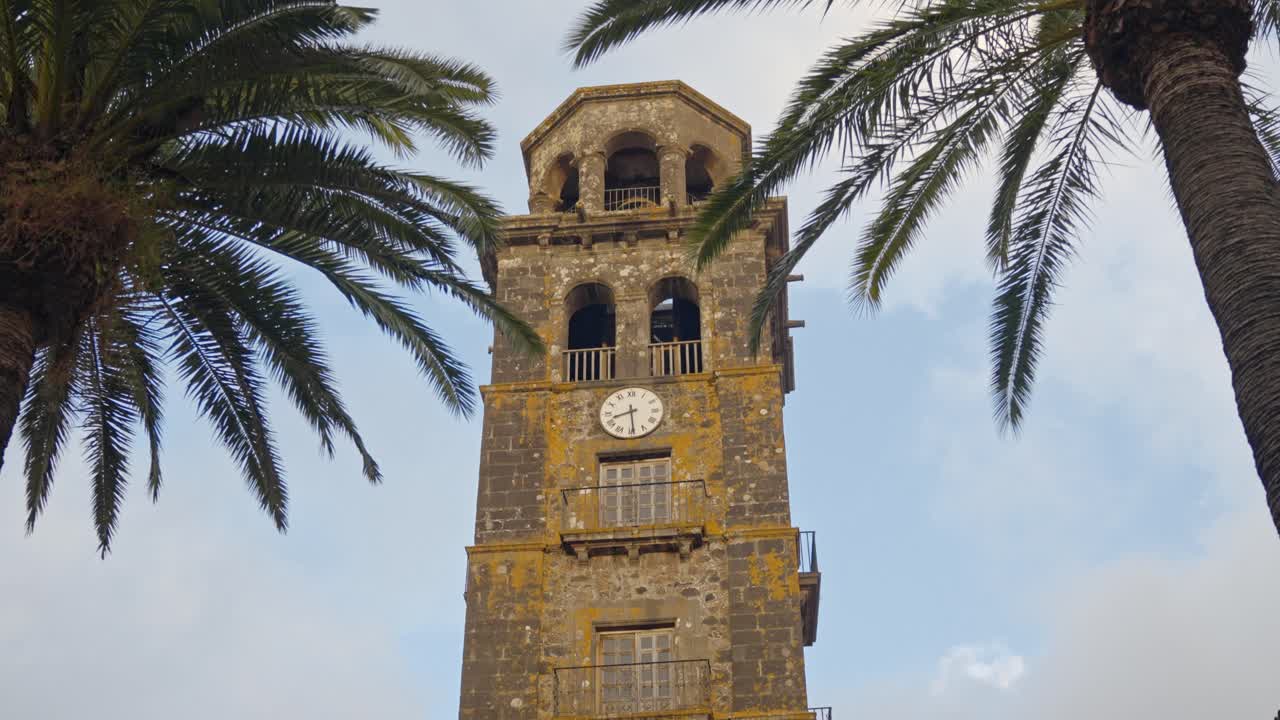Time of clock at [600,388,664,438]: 8:29
